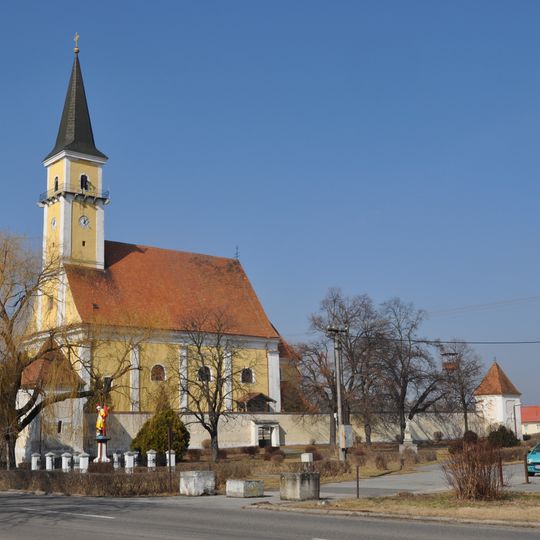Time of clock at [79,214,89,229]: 12:07
